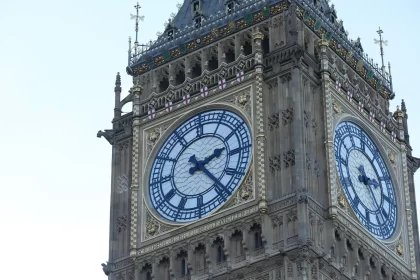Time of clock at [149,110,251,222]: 2:23
